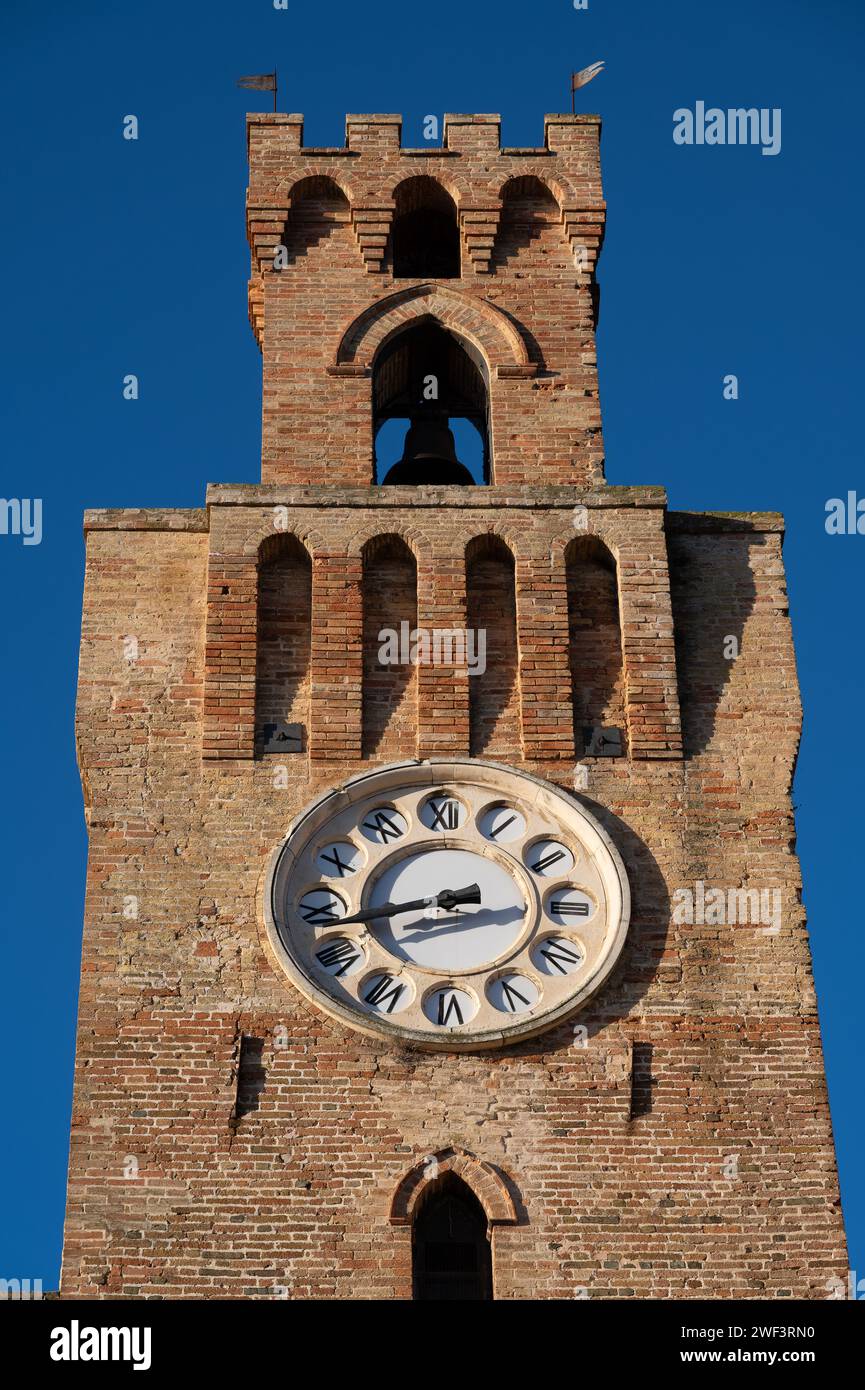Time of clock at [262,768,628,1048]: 8:43
